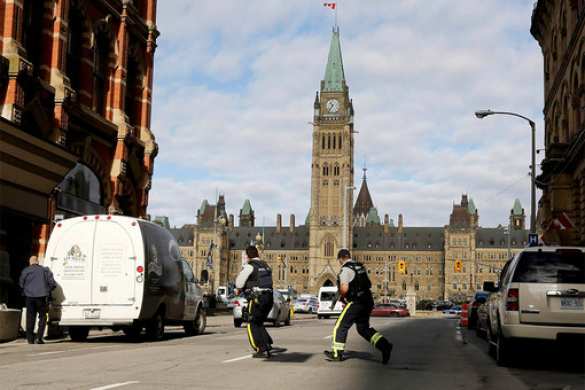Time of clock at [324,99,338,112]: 10:36
